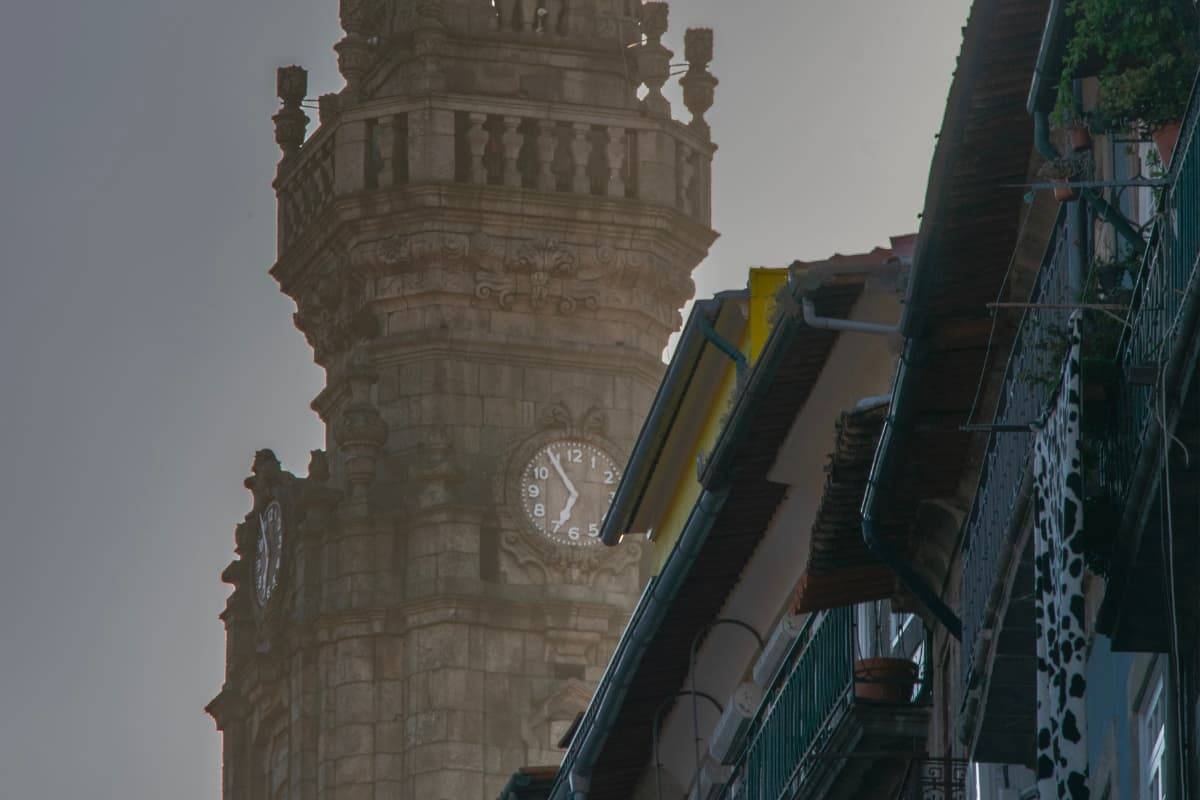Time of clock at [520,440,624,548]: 6:54
